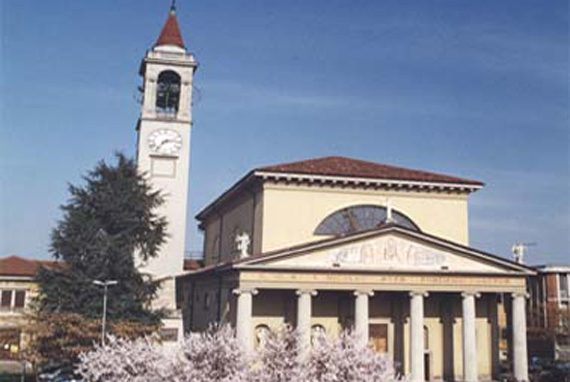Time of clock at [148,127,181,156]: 7:13
